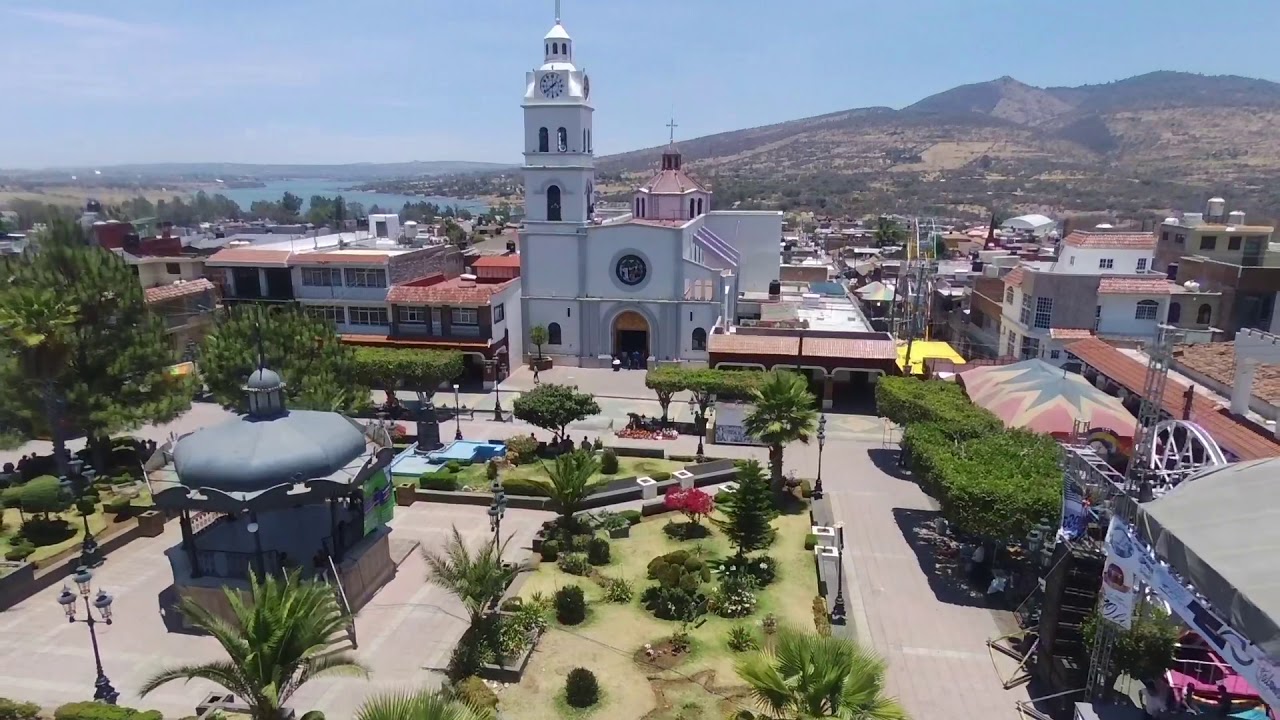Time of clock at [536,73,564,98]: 1:38
